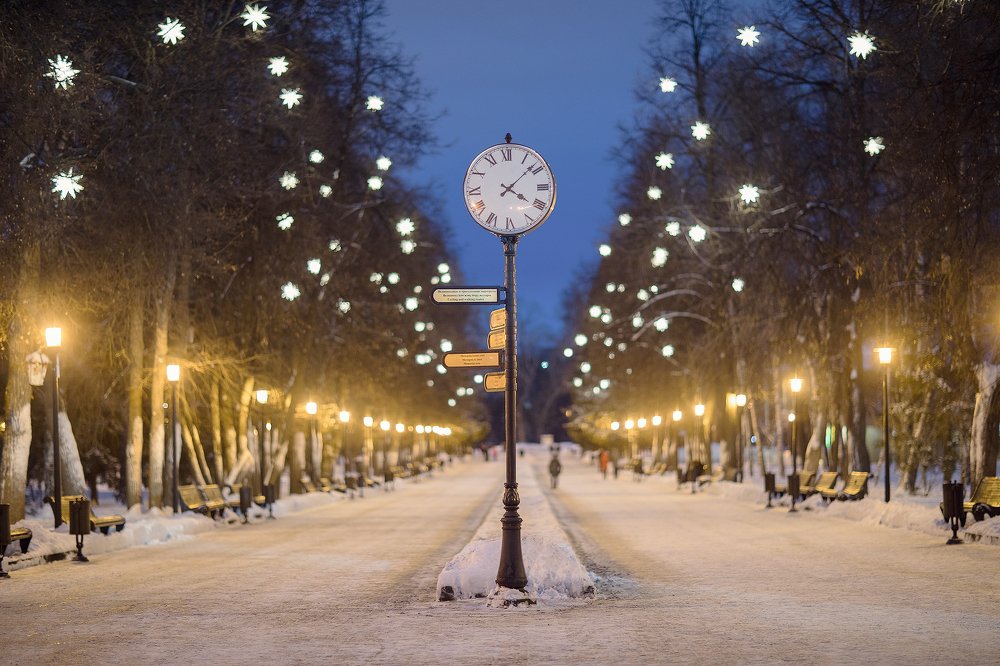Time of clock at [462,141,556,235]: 4:08
